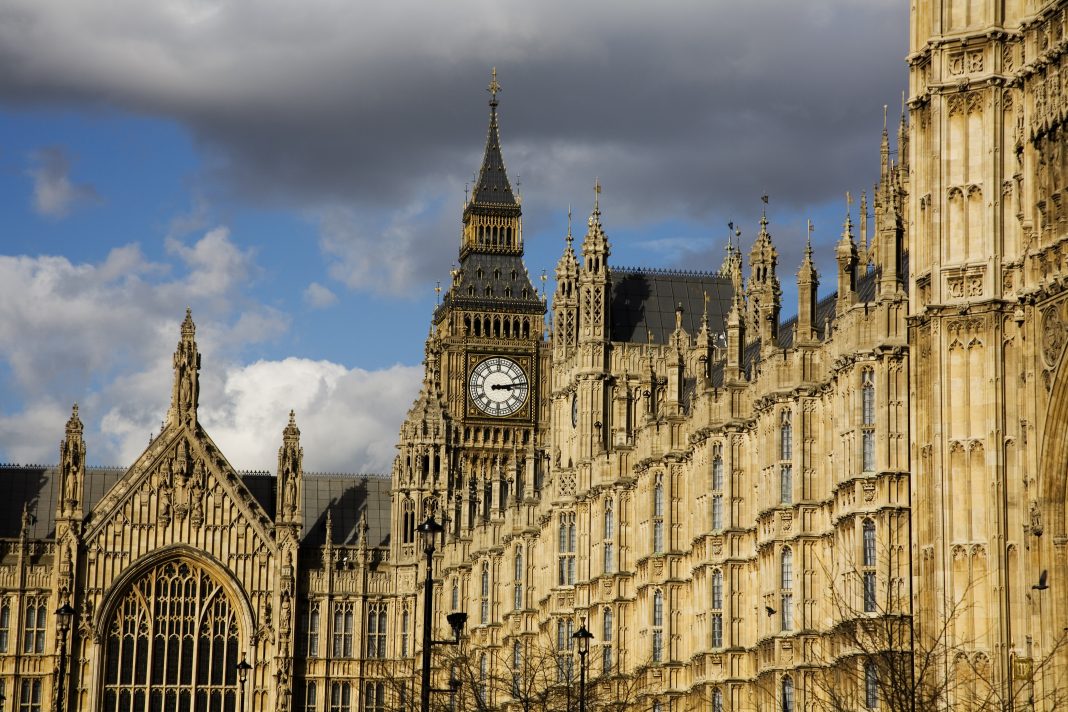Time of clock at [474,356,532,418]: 3:13
